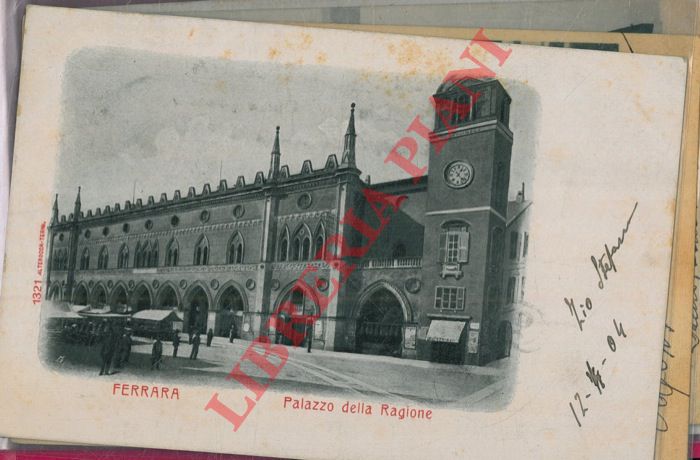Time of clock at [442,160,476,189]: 1:22
